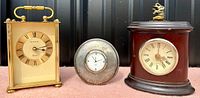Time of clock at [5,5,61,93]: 3:12
